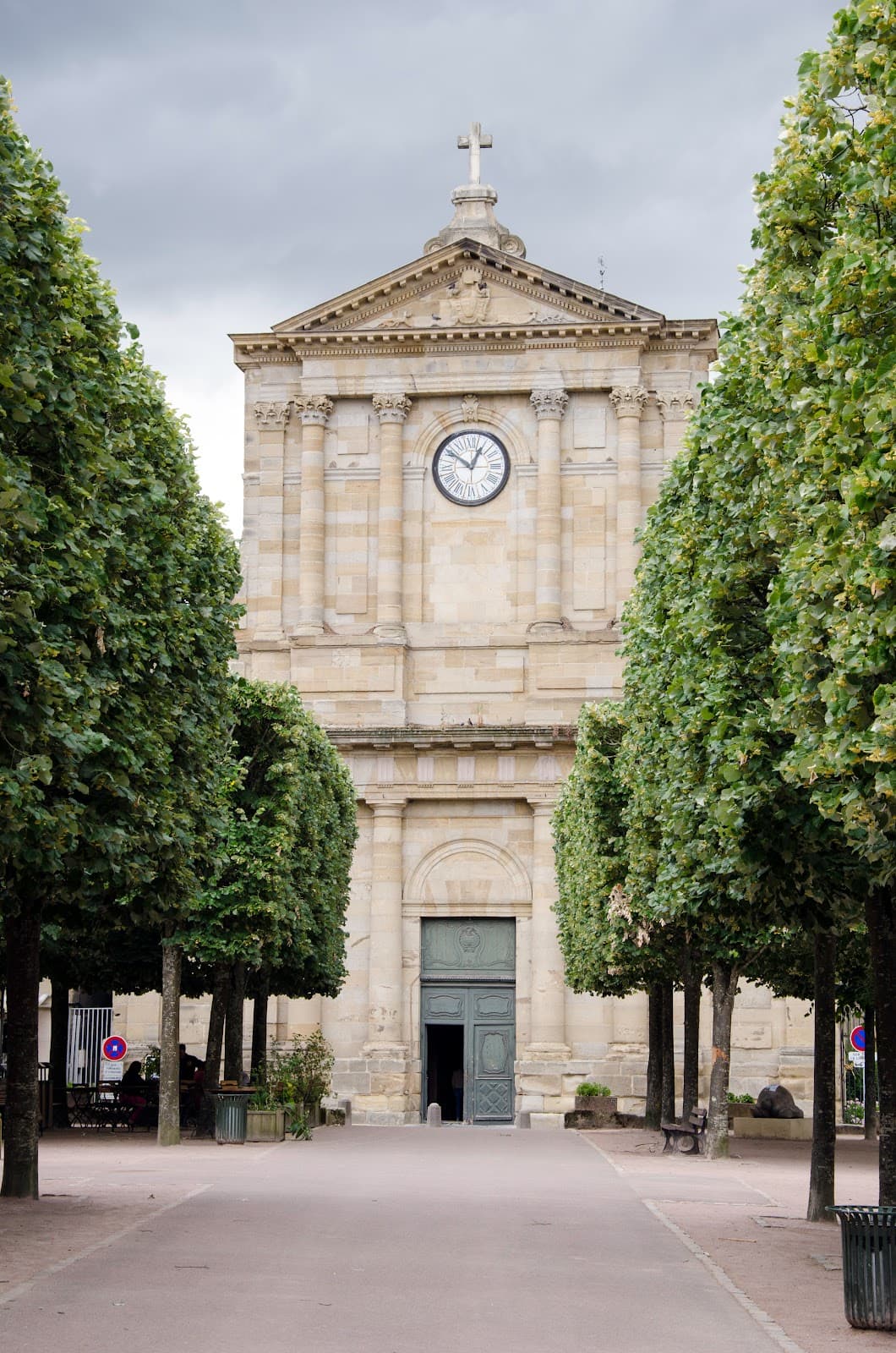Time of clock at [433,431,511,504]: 12:51
